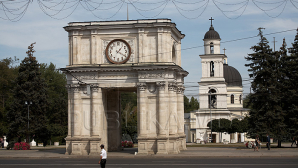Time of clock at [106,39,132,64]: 1:20
